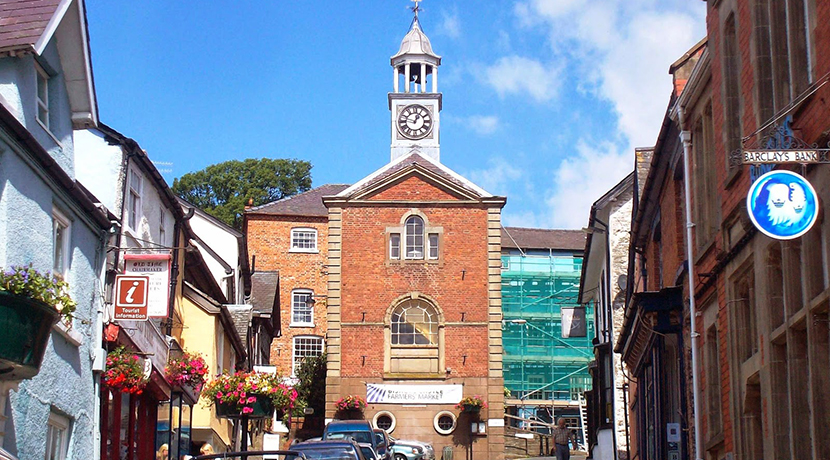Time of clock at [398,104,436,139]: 12:47
